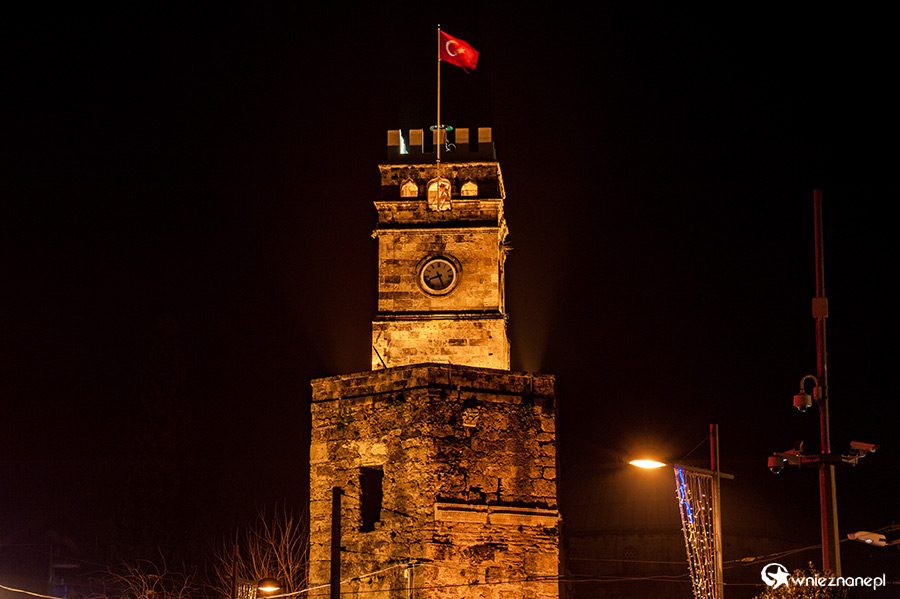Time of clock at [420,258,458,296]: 8:25
